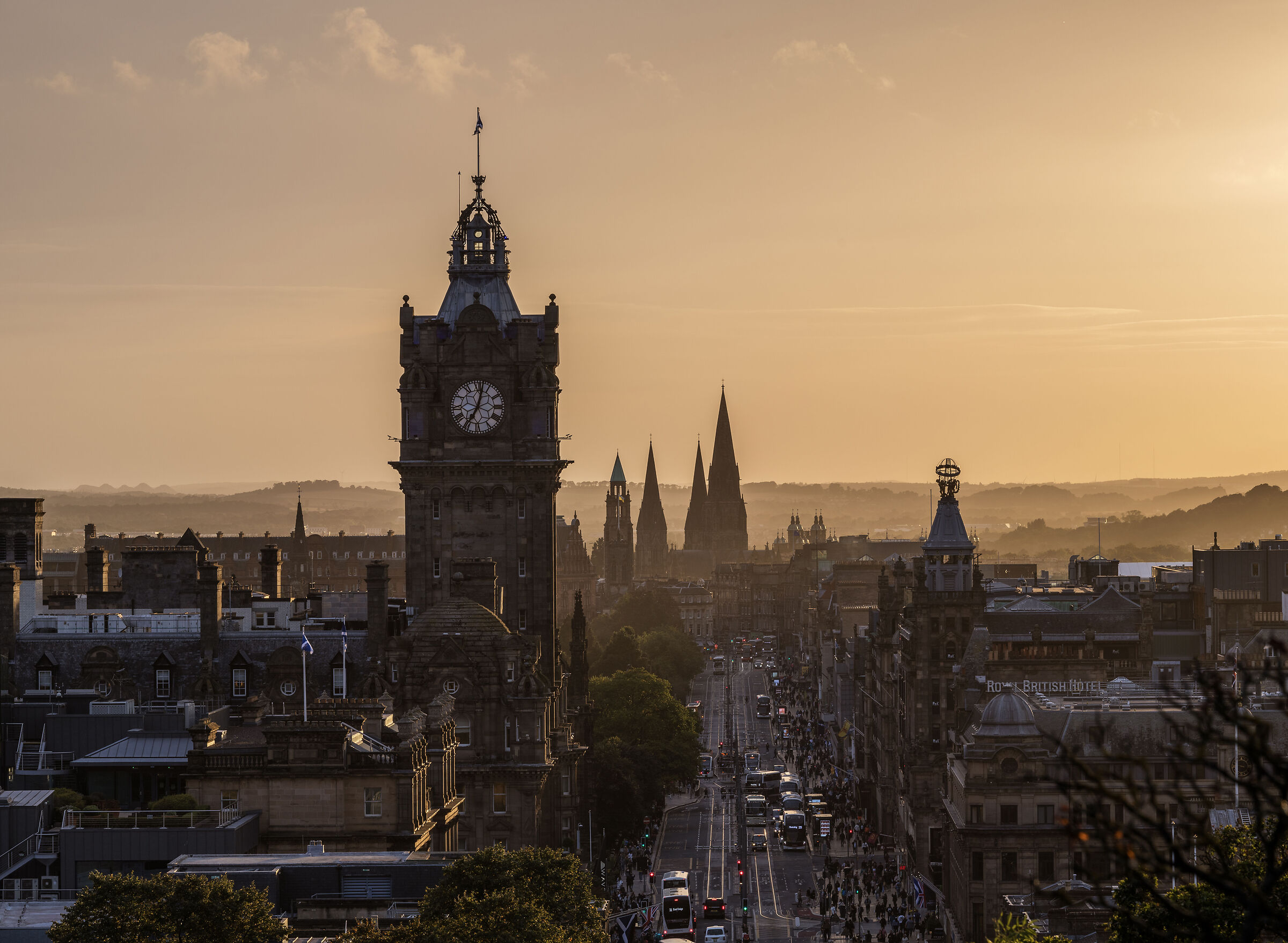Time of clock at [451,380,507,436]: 7:02
